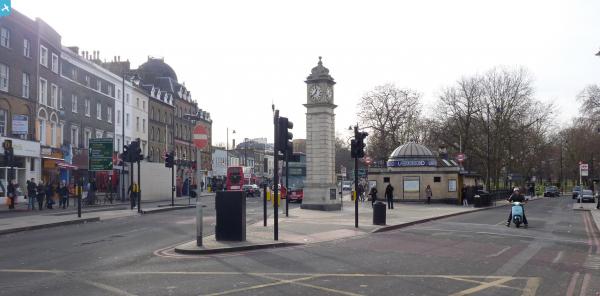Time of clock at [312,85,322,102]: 12:38
